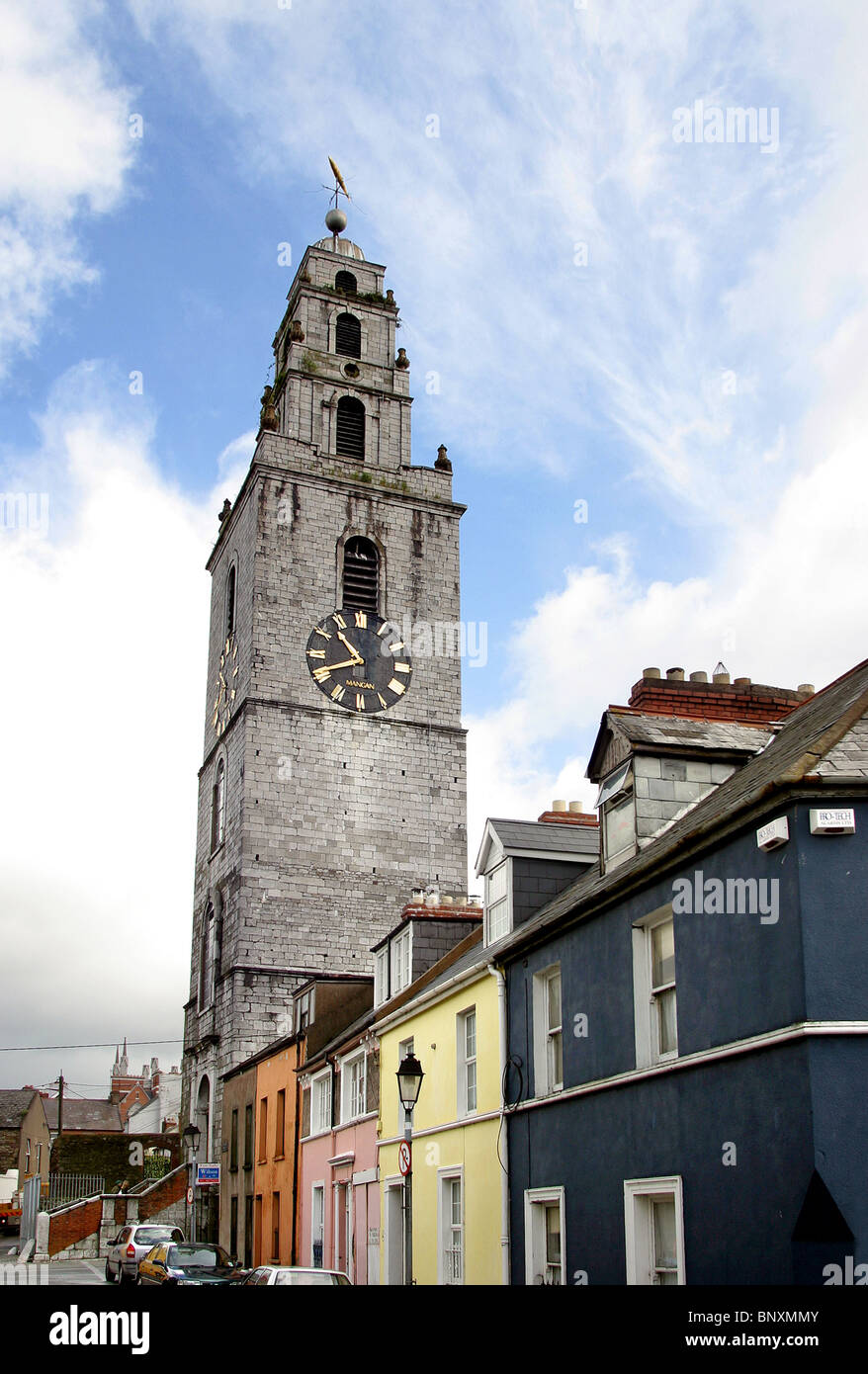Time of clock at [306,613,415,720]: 10:41
